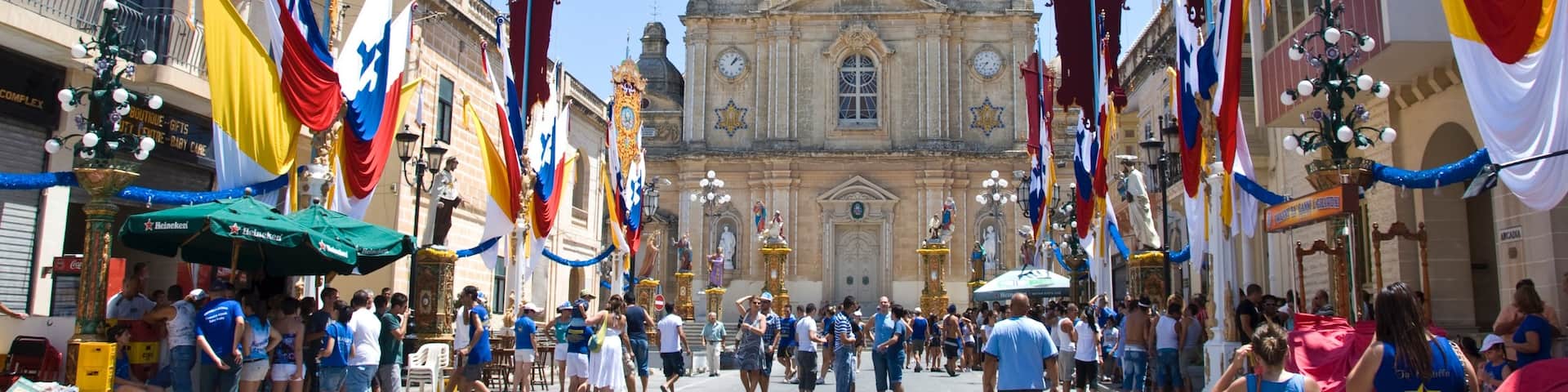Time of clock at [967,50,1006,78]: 8:36
